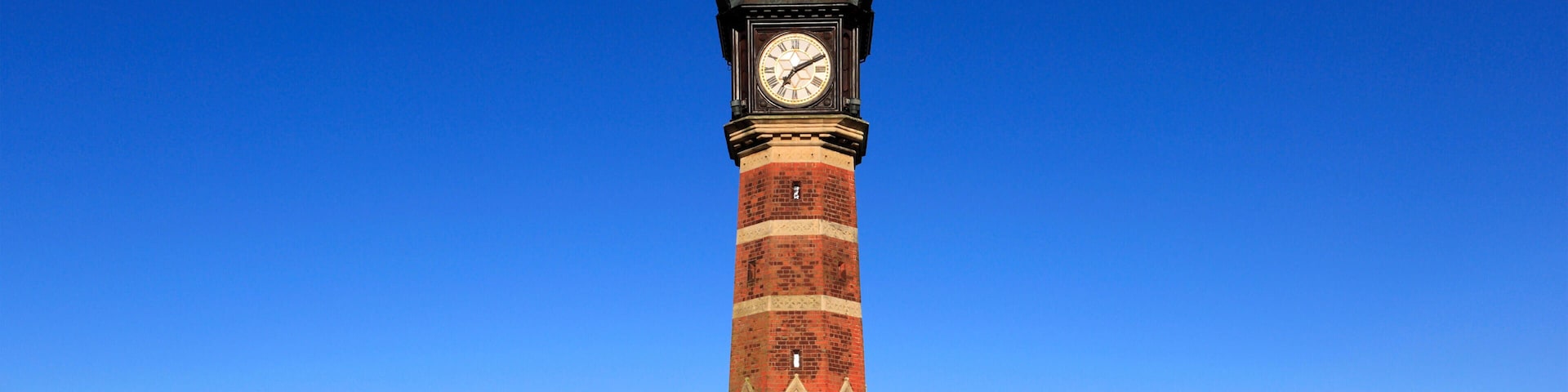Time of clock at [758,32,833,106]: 7:11
